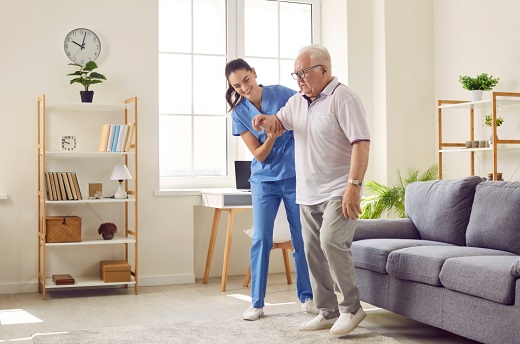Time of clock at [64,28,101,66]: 10:02
